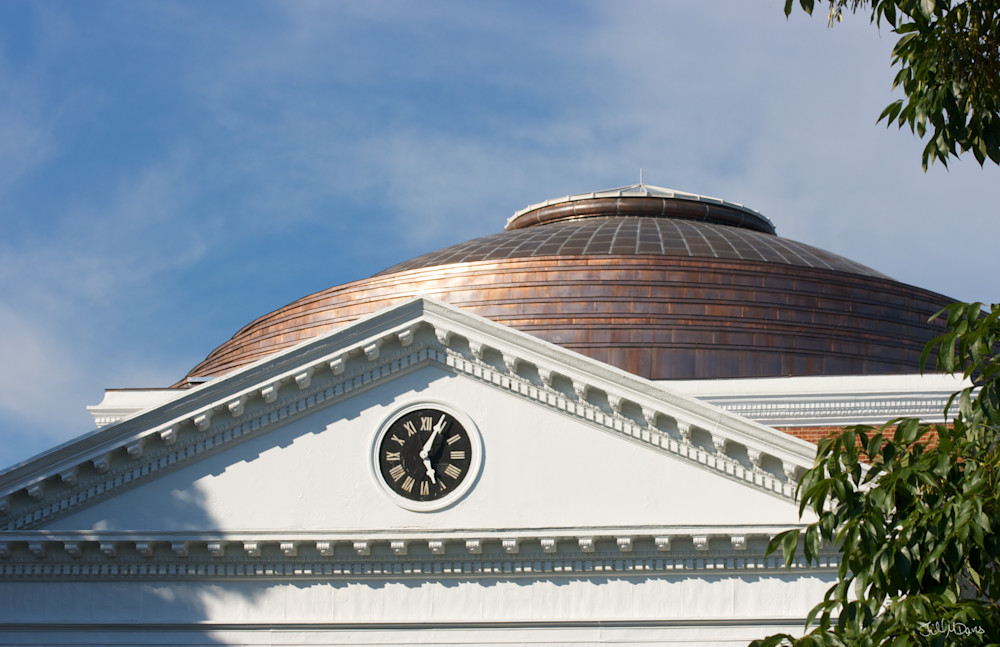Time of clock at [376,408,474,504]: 5:04
